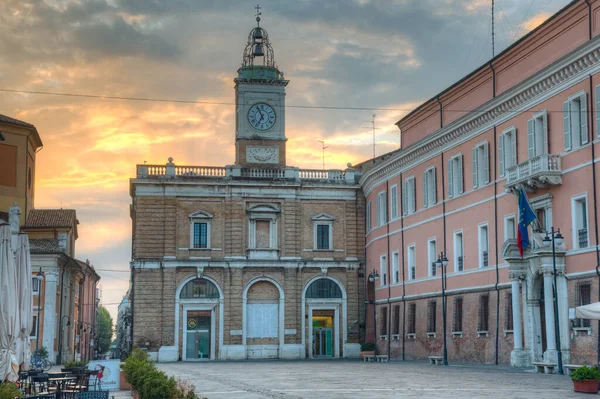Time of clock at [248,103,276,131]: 6:55
